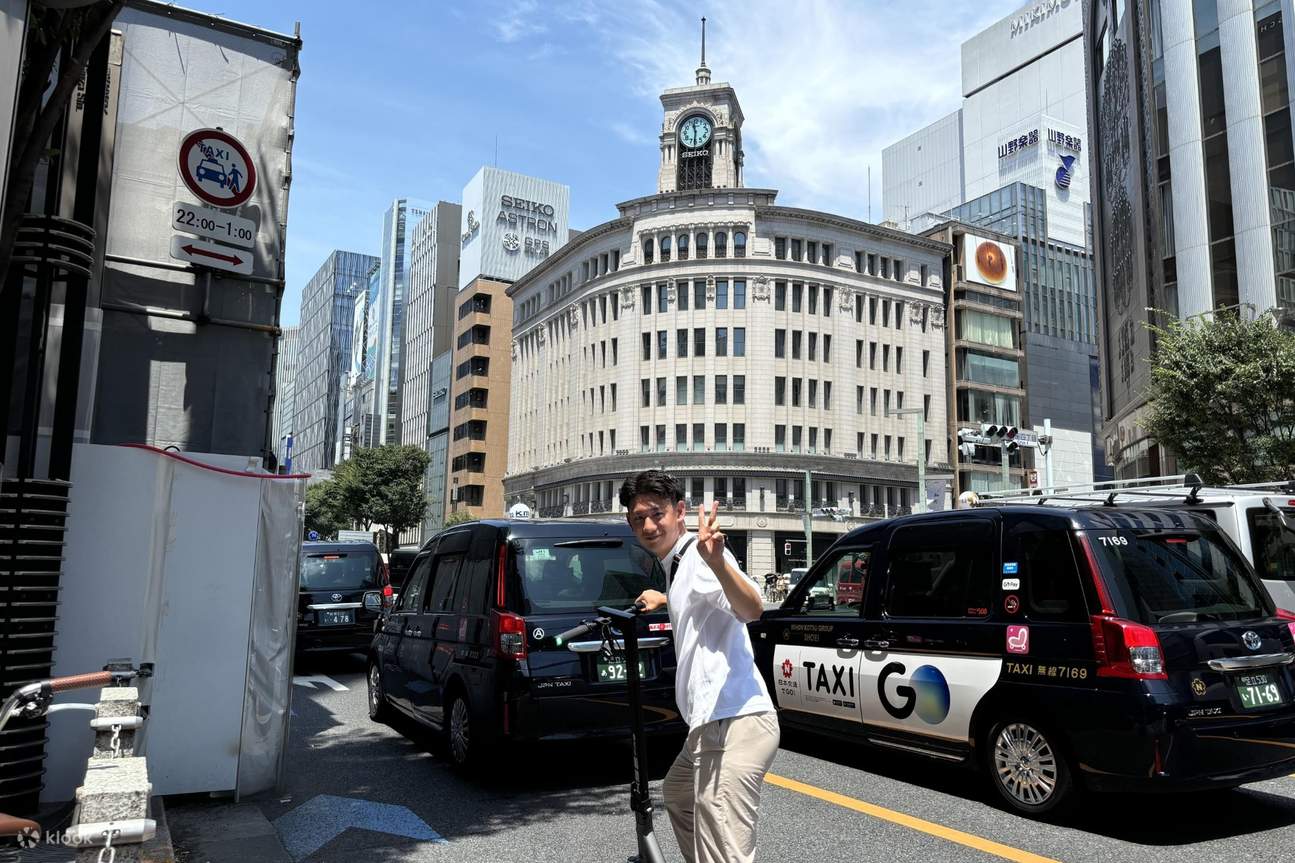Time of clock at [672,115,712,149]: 11:30
